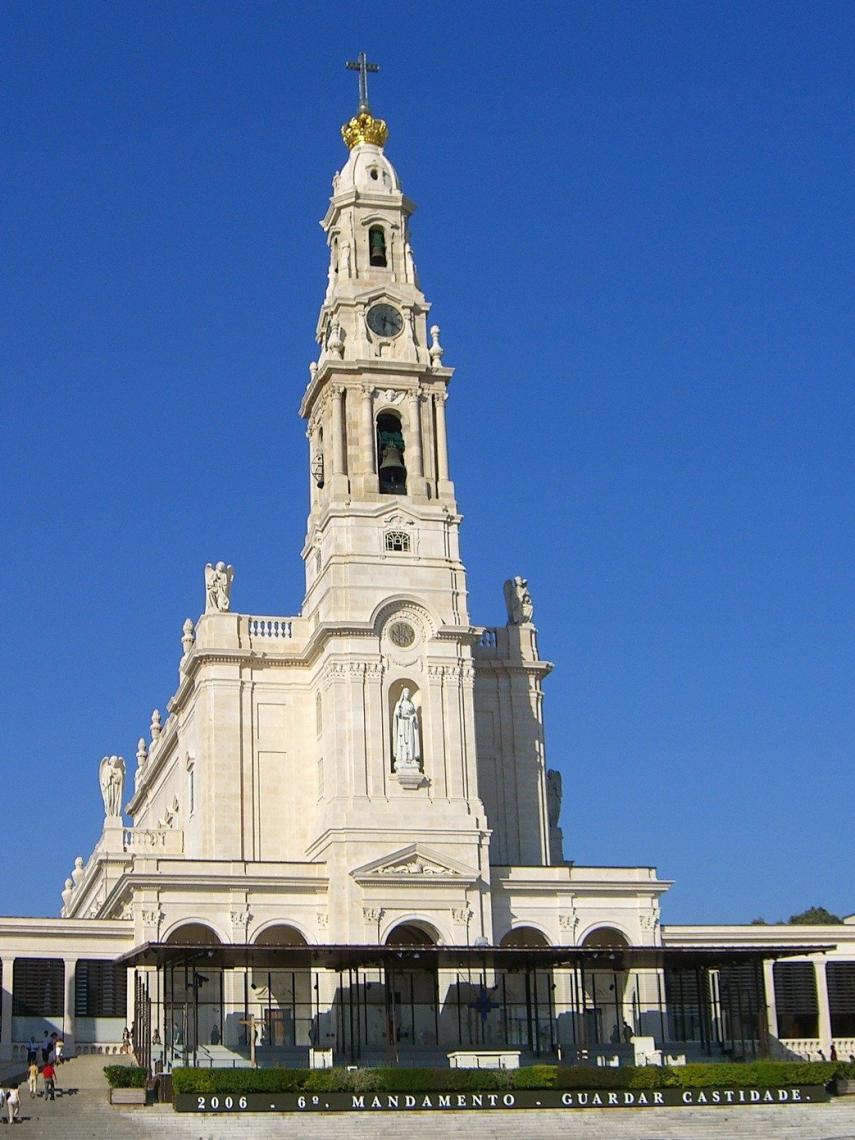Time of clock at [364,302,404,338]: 6:18
